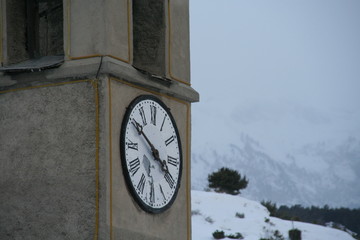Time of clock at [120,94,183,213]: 3:50
